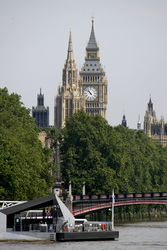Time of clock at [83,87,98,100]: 10:52
